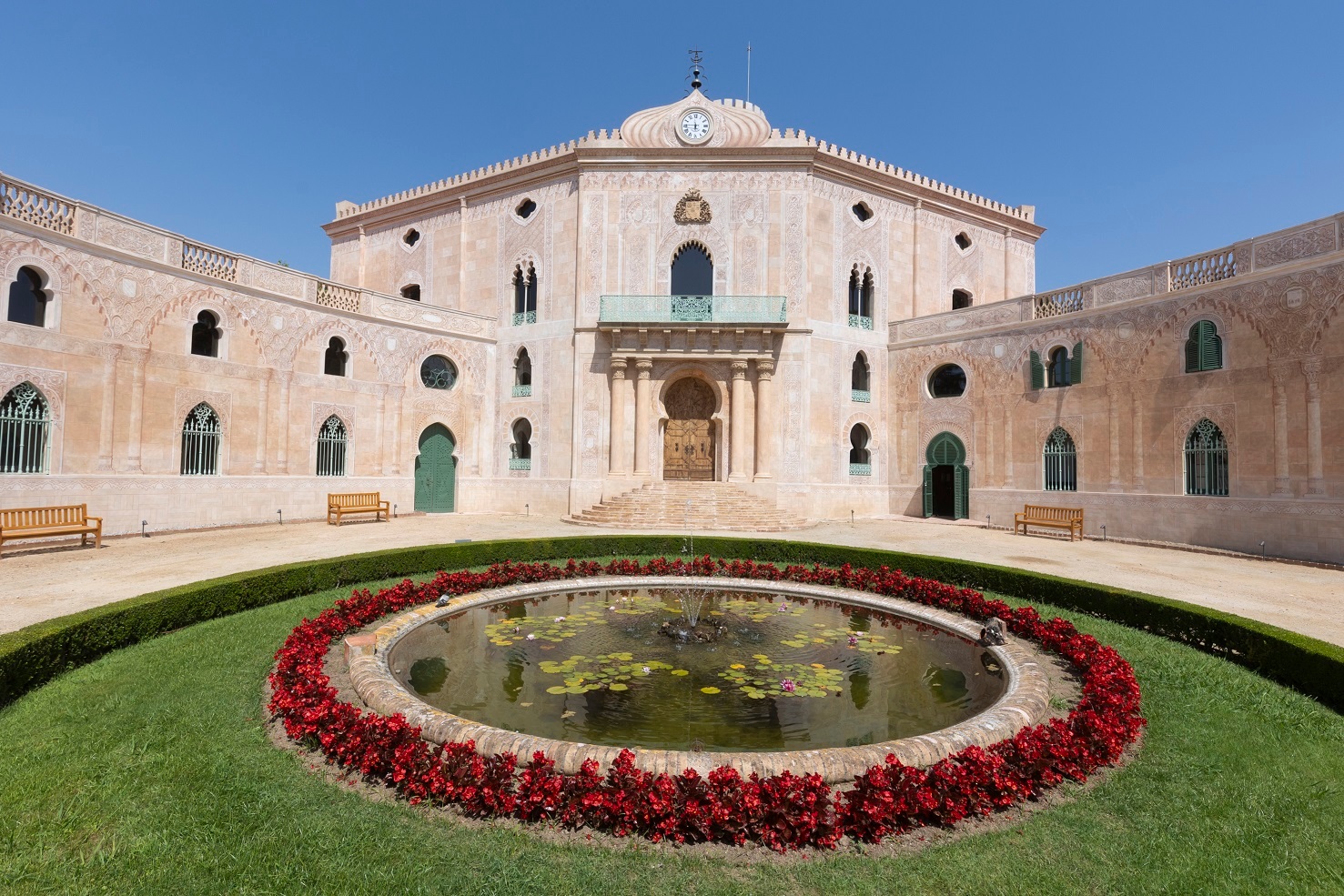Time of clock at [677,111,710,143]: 5:45
